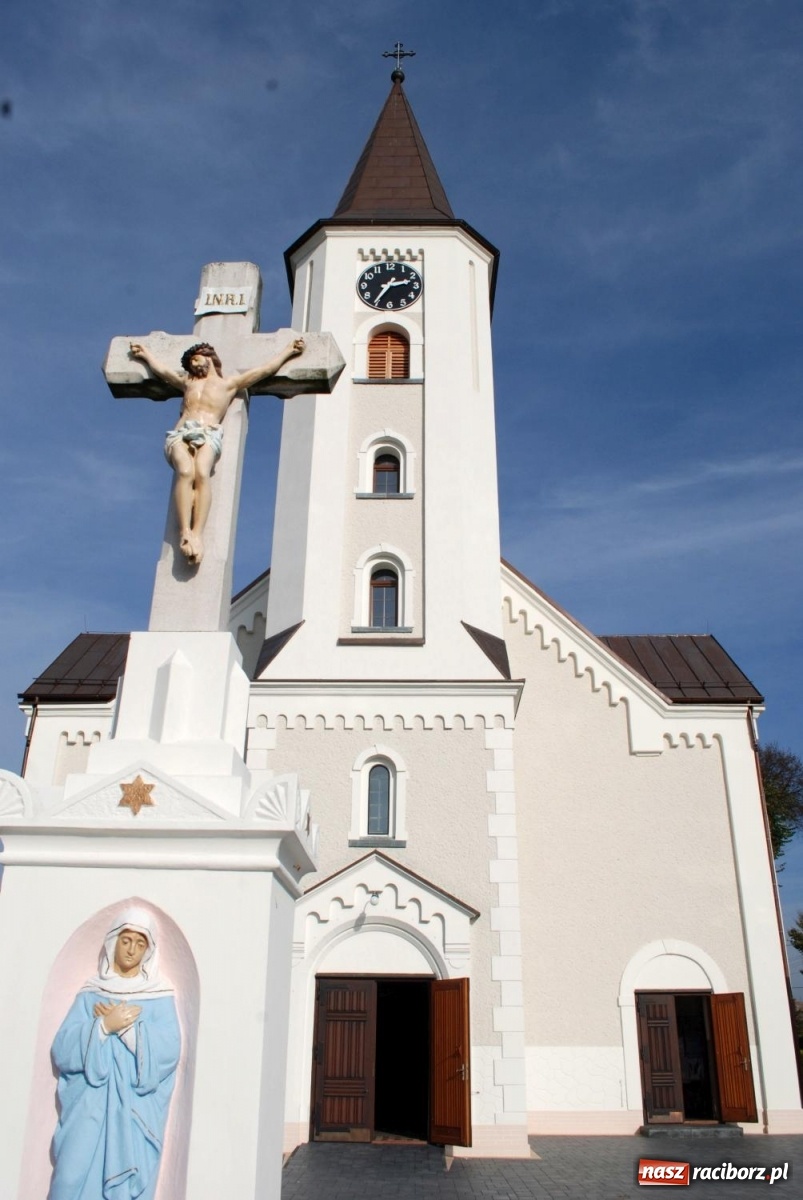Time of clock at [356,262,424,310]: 2:35
